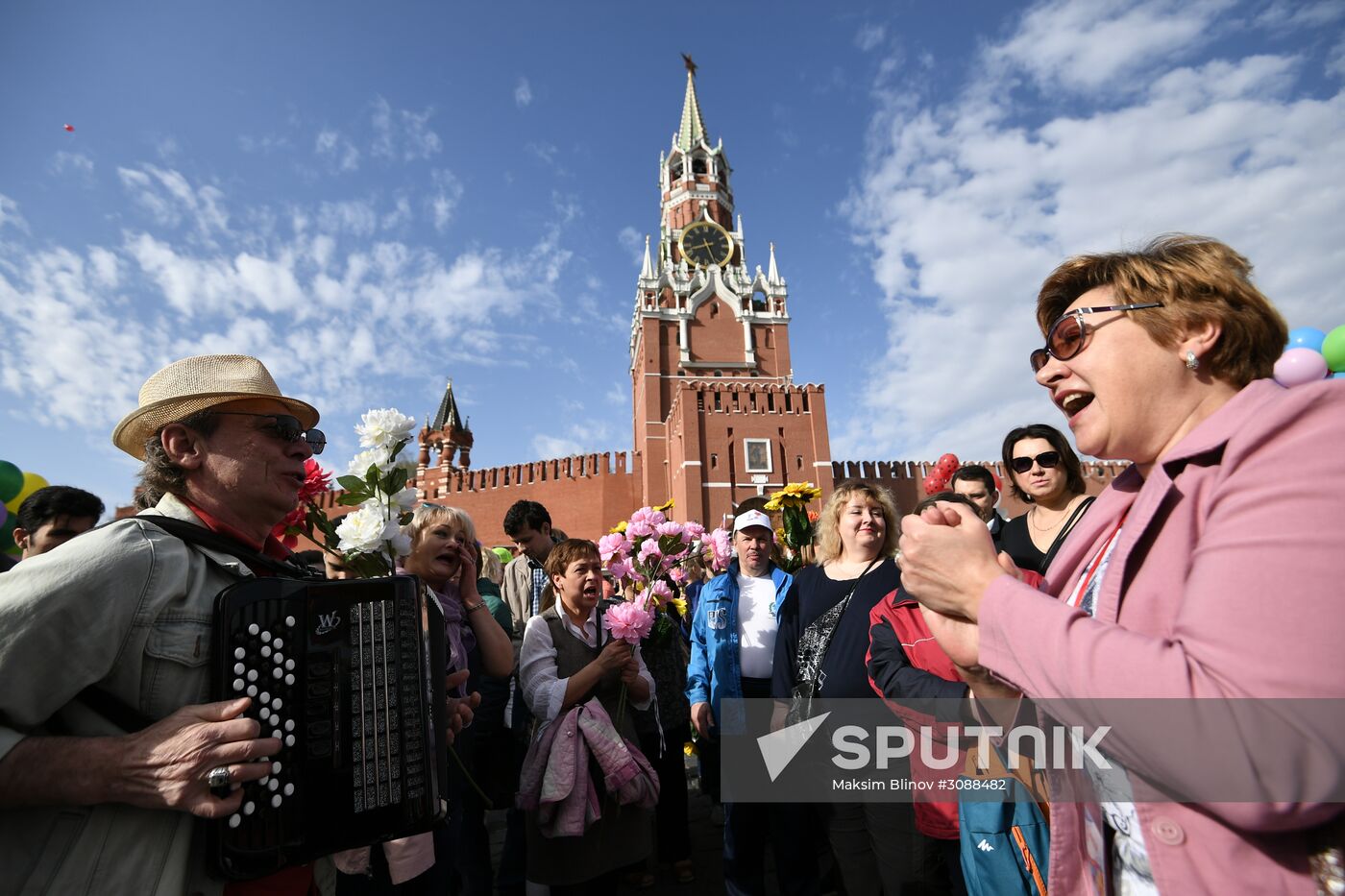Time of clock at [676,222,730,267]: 8:26
